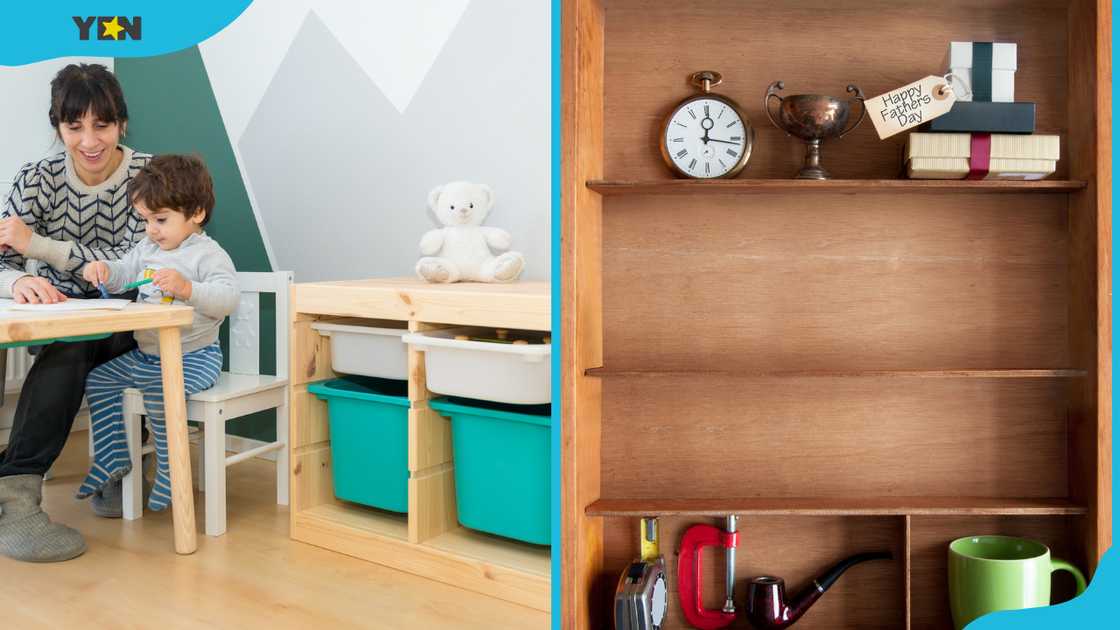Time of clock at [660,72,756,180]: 12:16
